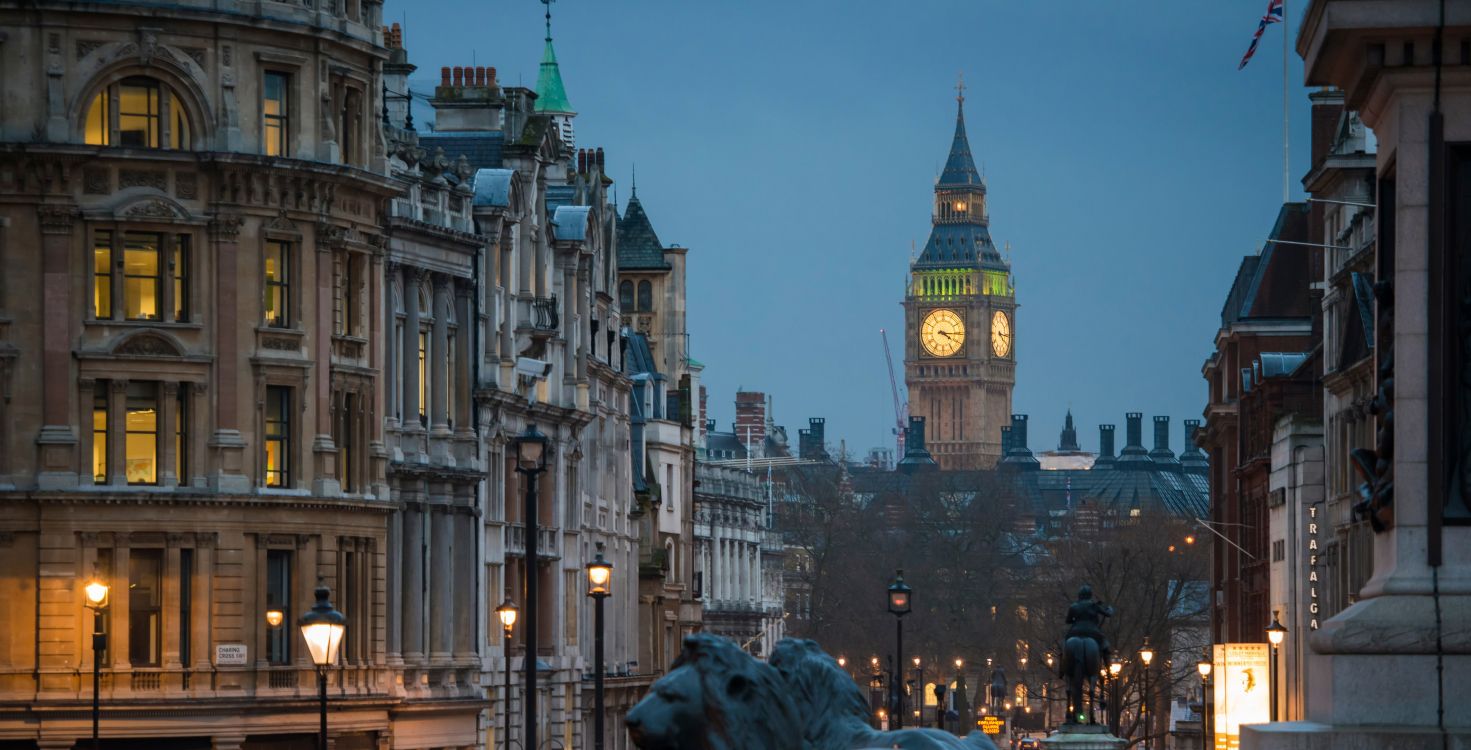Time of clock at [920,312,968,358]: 4:15
